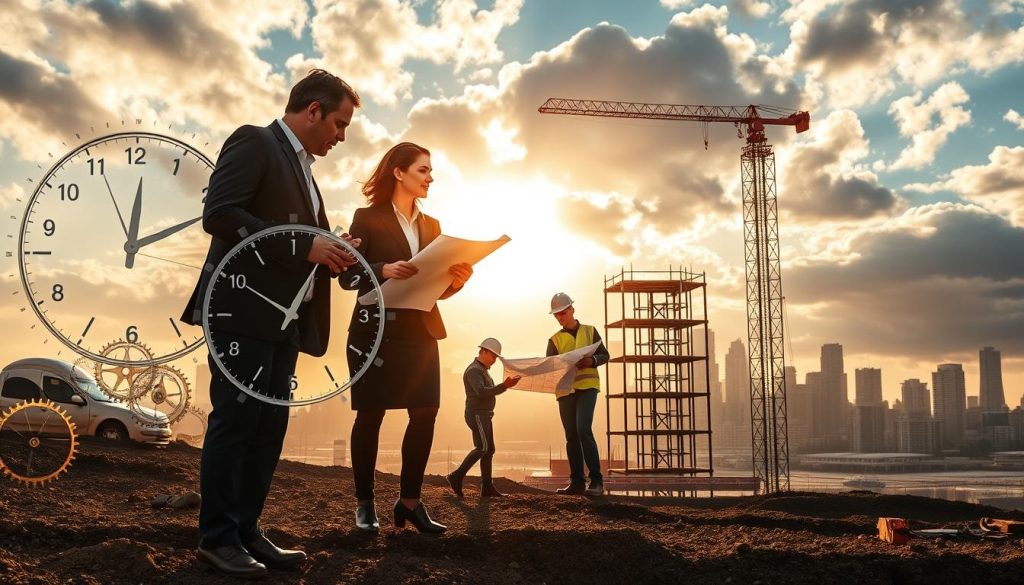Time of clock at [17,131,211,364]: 12:11
